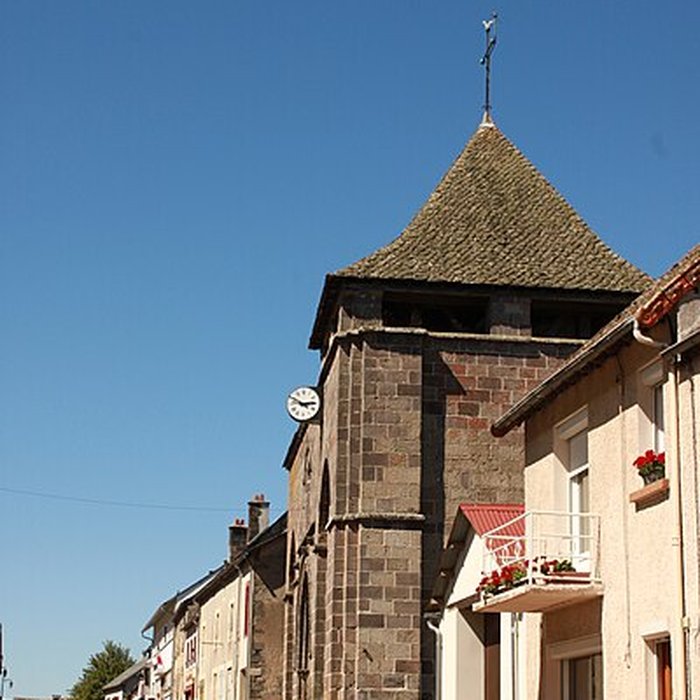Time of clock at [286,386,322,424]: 2:49
